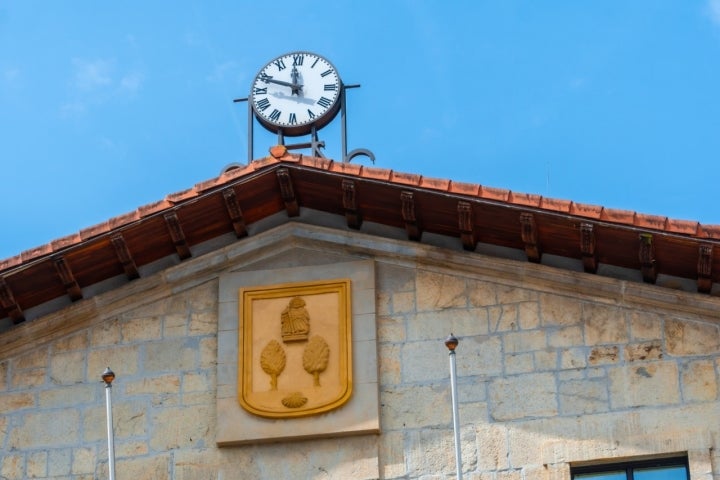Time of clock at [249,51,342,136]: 11:48
